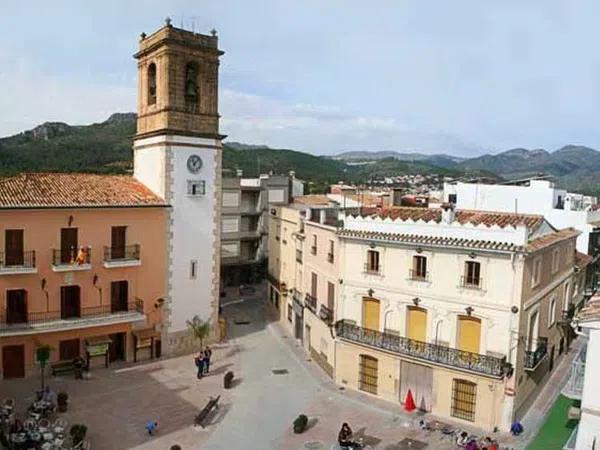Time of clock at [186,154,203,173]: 11:07
